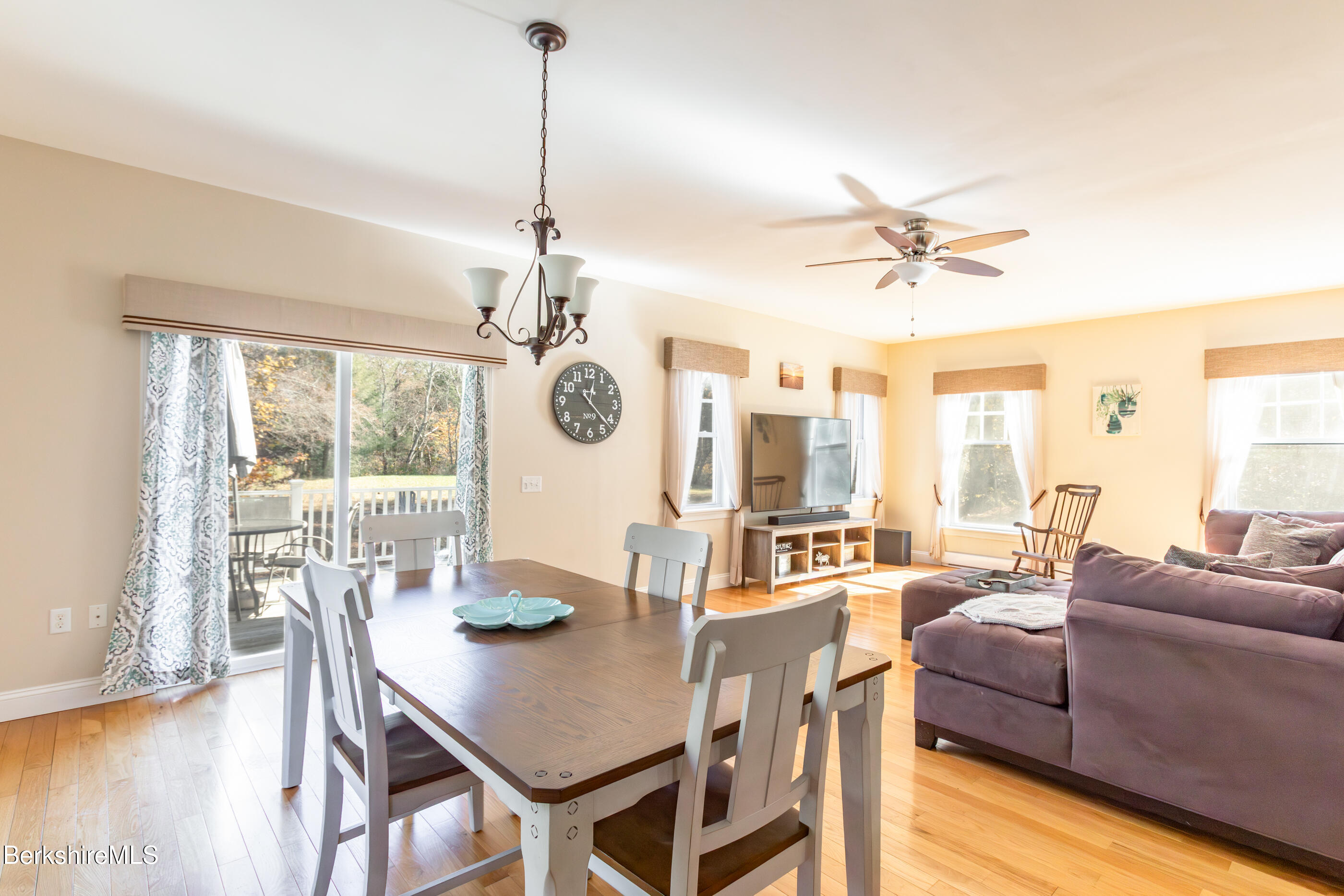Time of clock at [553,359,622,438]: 12:22
